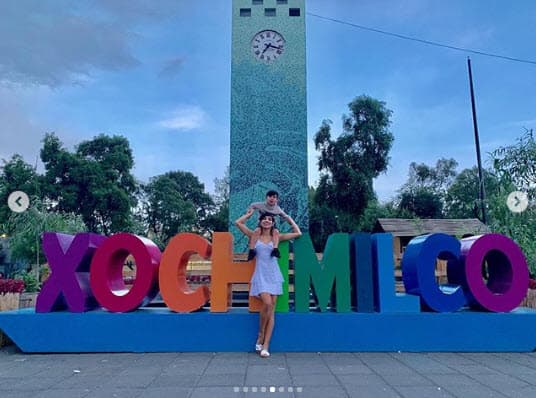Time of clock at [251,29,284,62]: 7:17
